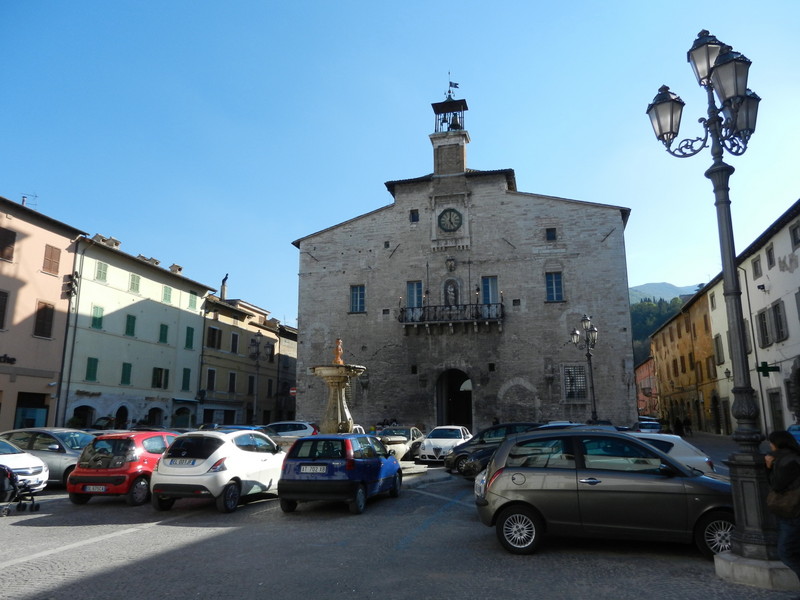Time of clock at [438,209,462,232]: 5:00
